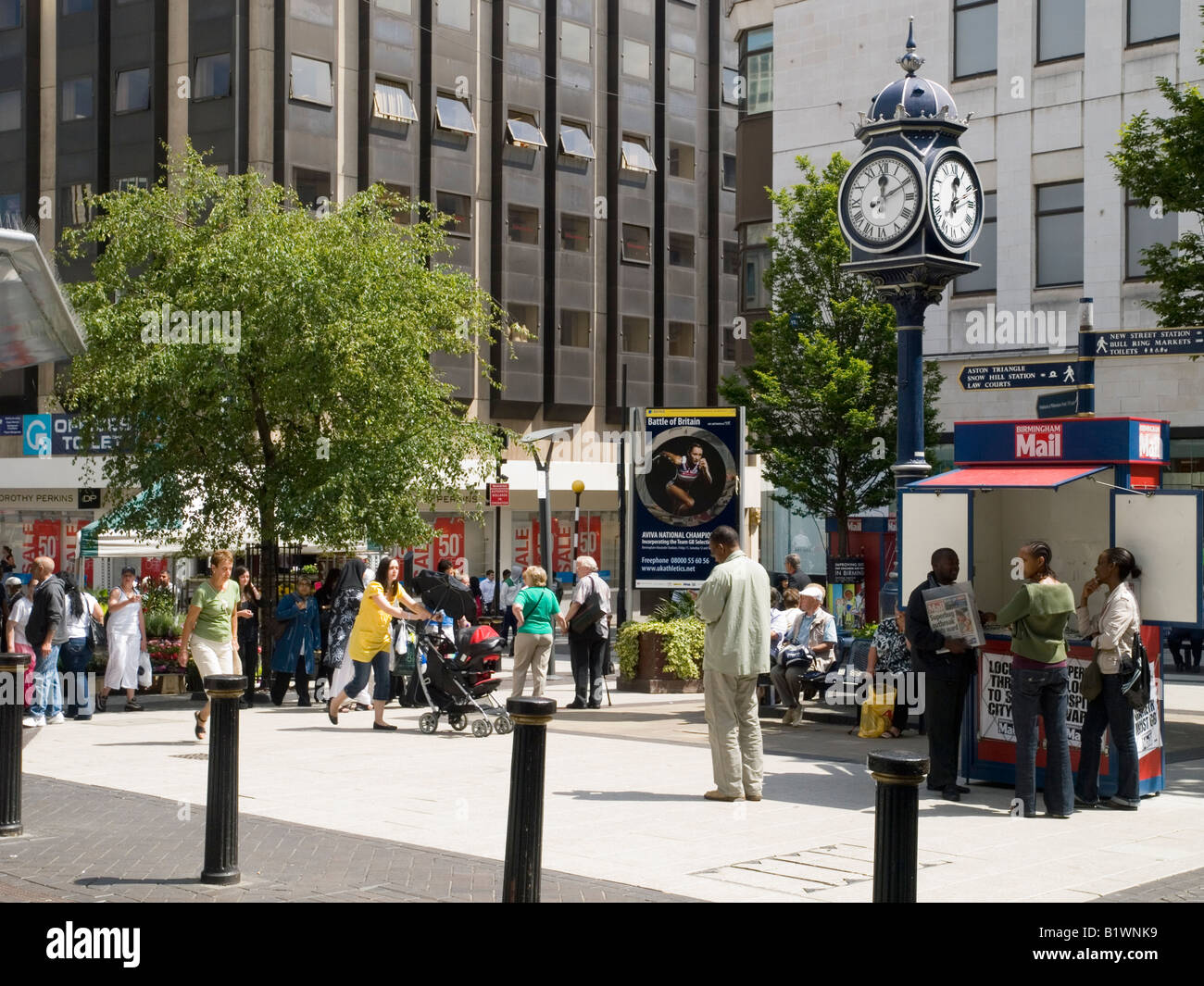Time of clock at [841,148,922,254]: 12:10
